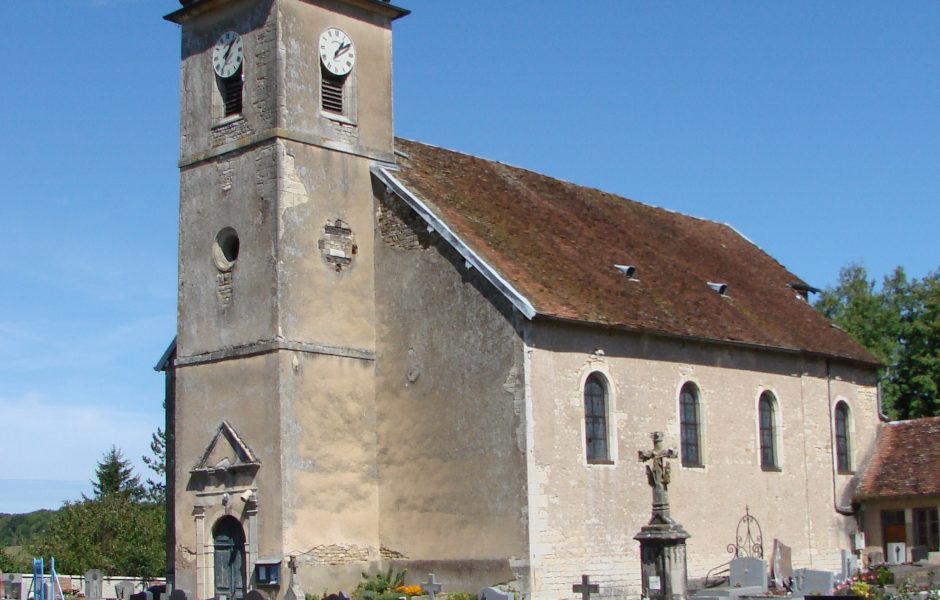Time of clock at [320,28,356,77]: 1:09
